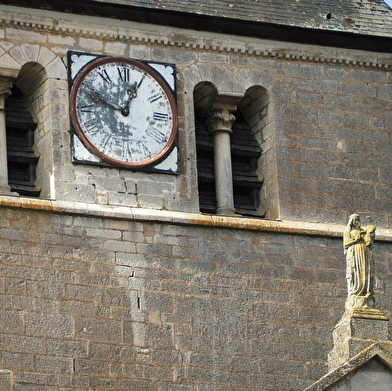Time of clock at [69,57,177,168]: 12:48
